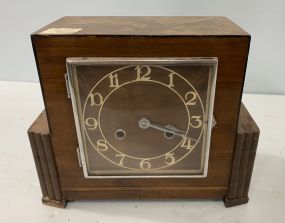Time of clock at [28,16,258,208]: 3:18
